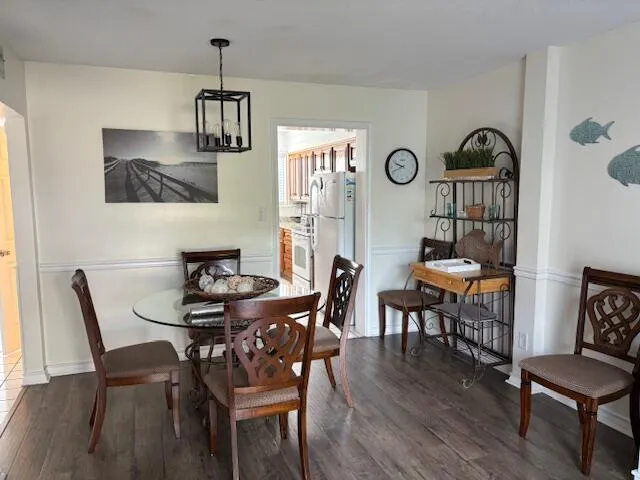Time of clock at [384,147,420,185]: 9:41
